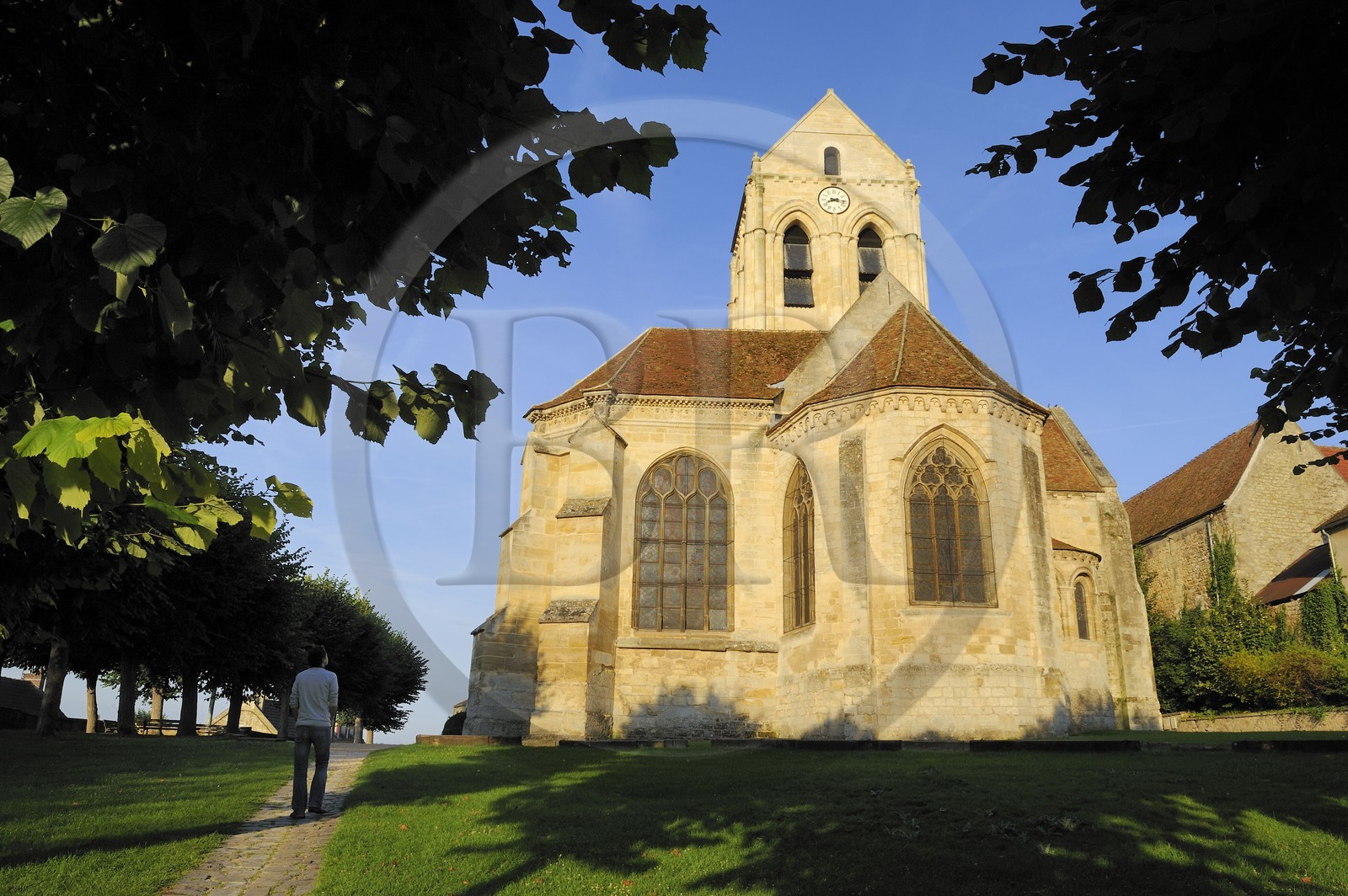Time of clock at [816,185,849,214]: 8:16
